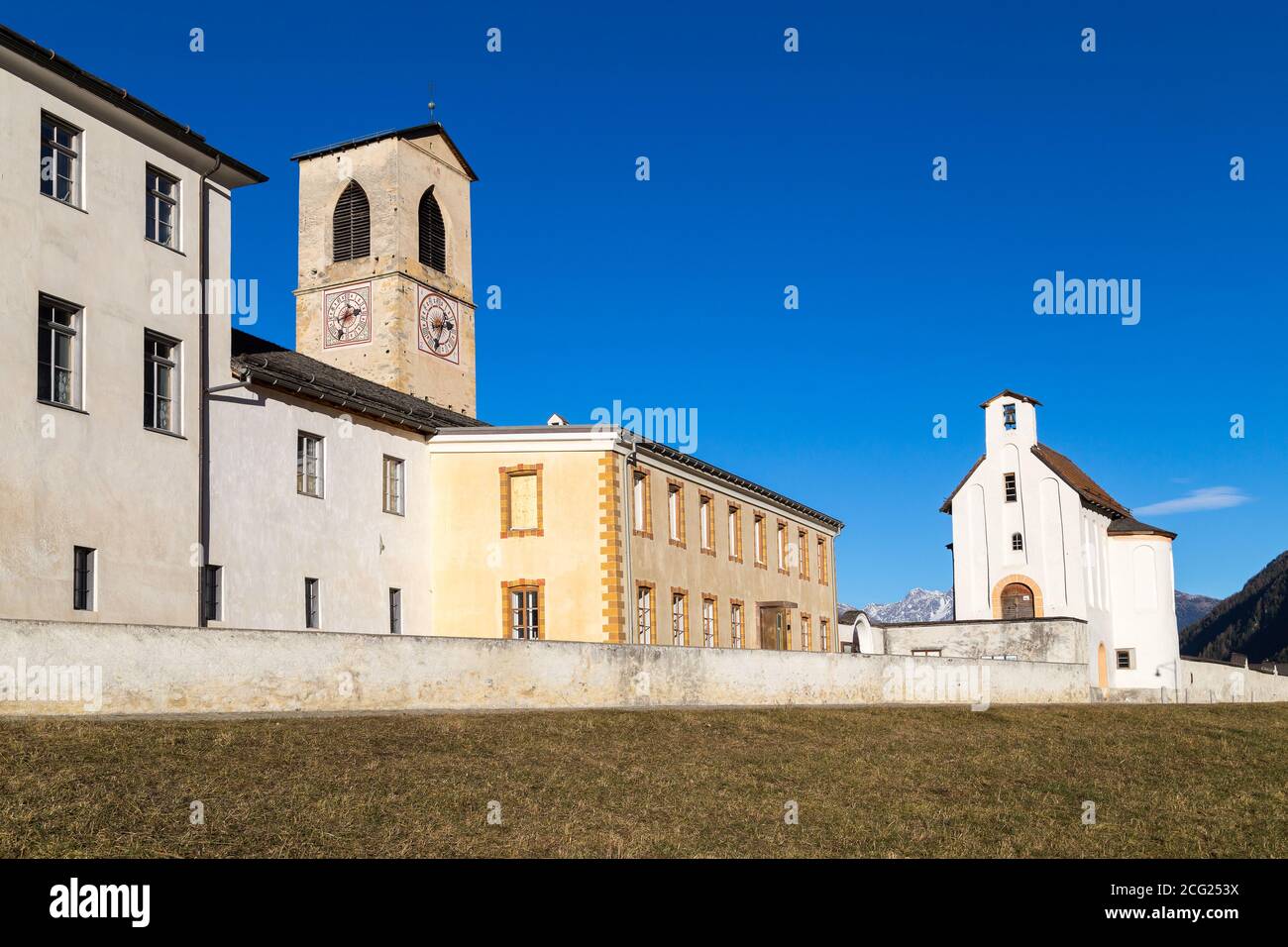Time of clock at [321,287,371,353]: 2:33
